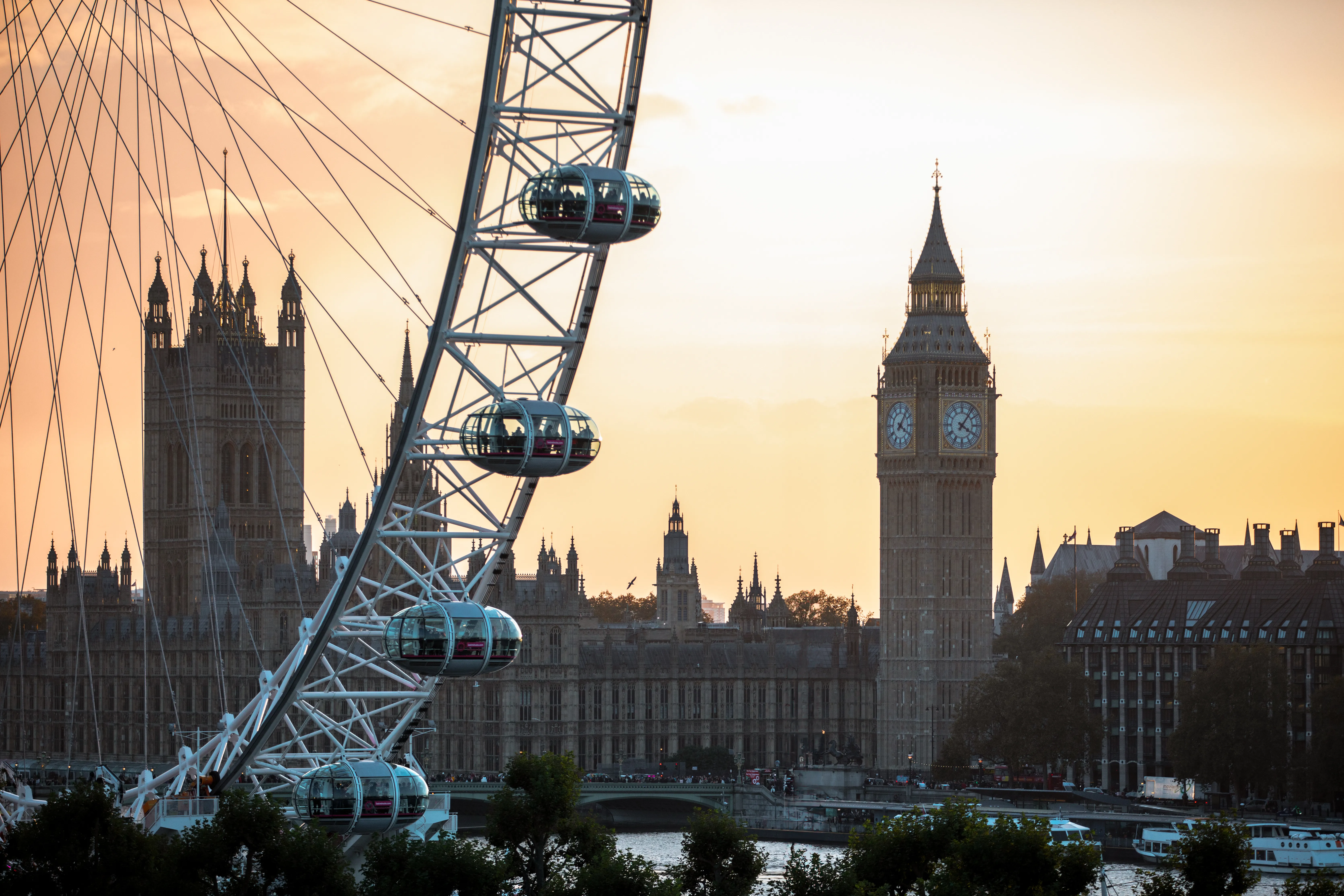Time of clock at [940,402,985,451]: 4:06
